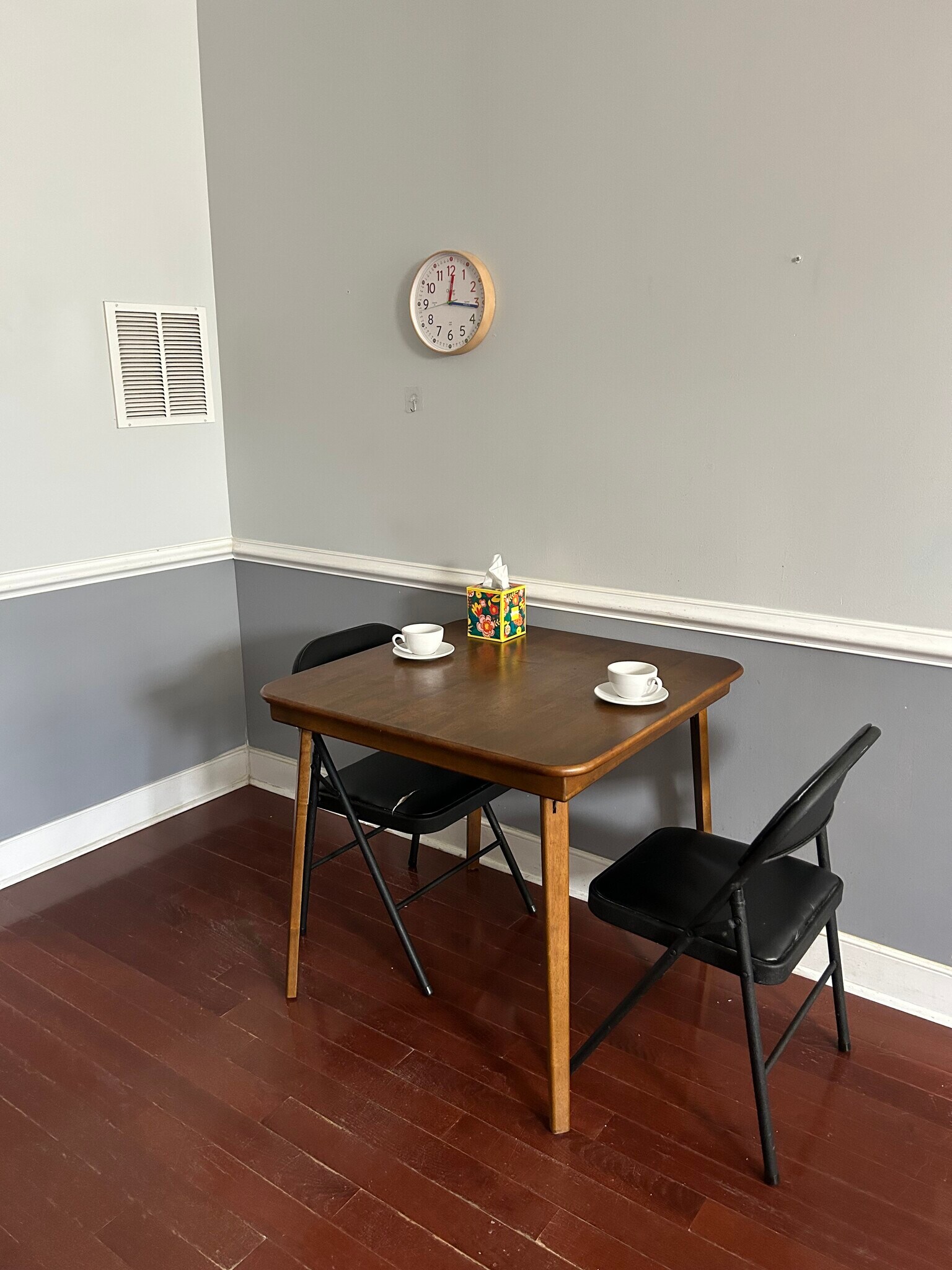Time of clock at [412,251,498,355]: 12:16
